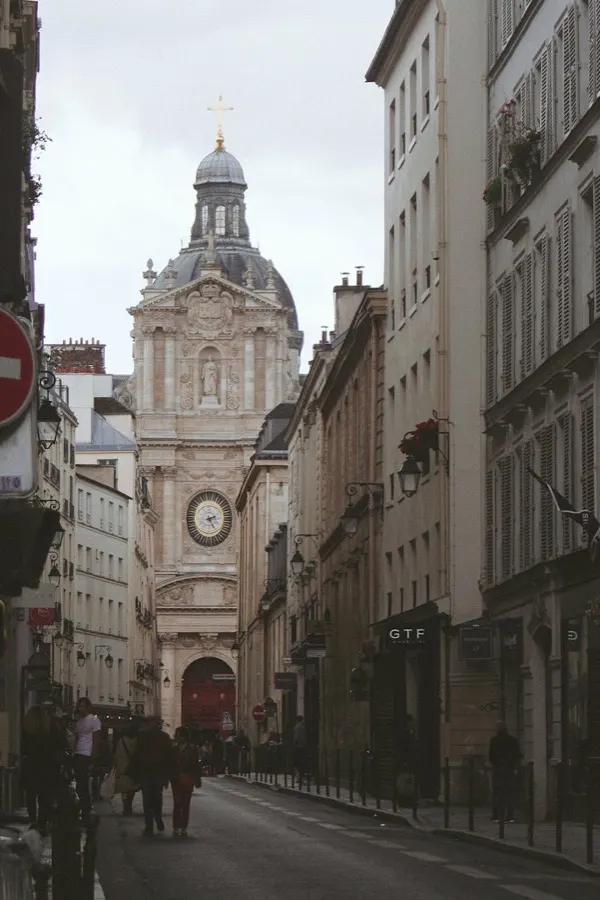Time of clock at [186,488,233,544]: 2:23
